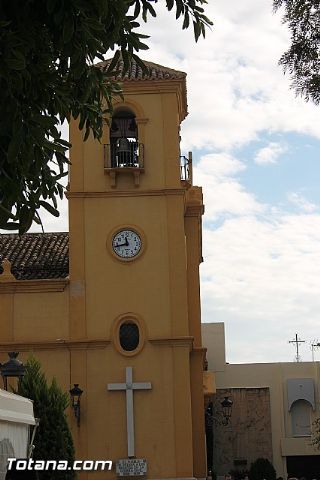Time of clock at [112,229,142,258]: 11:42
